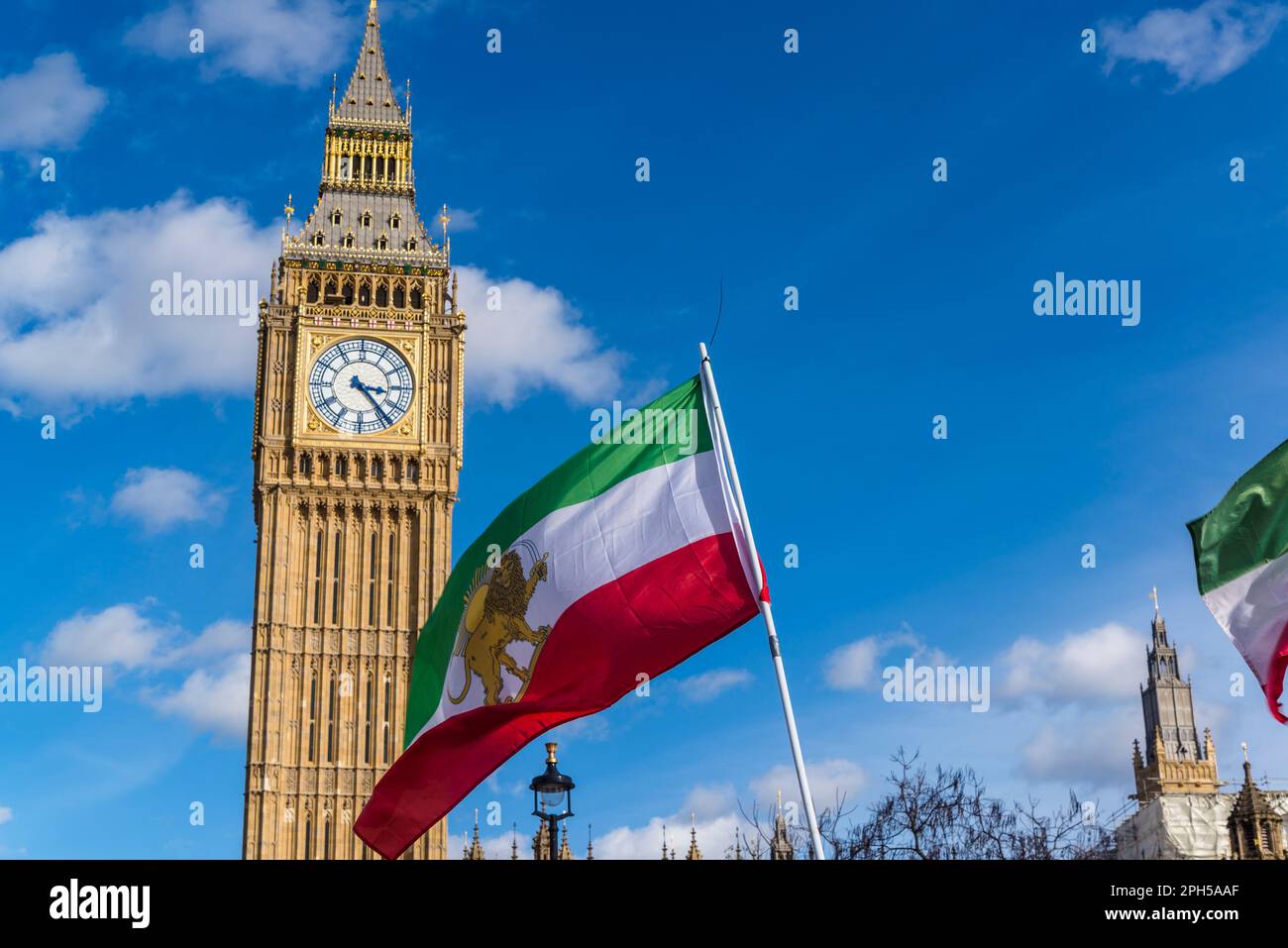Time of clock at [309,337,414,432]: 3:23
